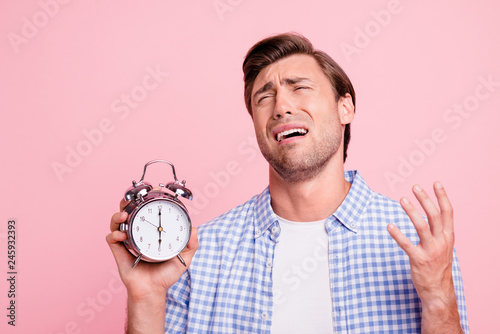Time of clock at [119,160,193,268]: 6:00
